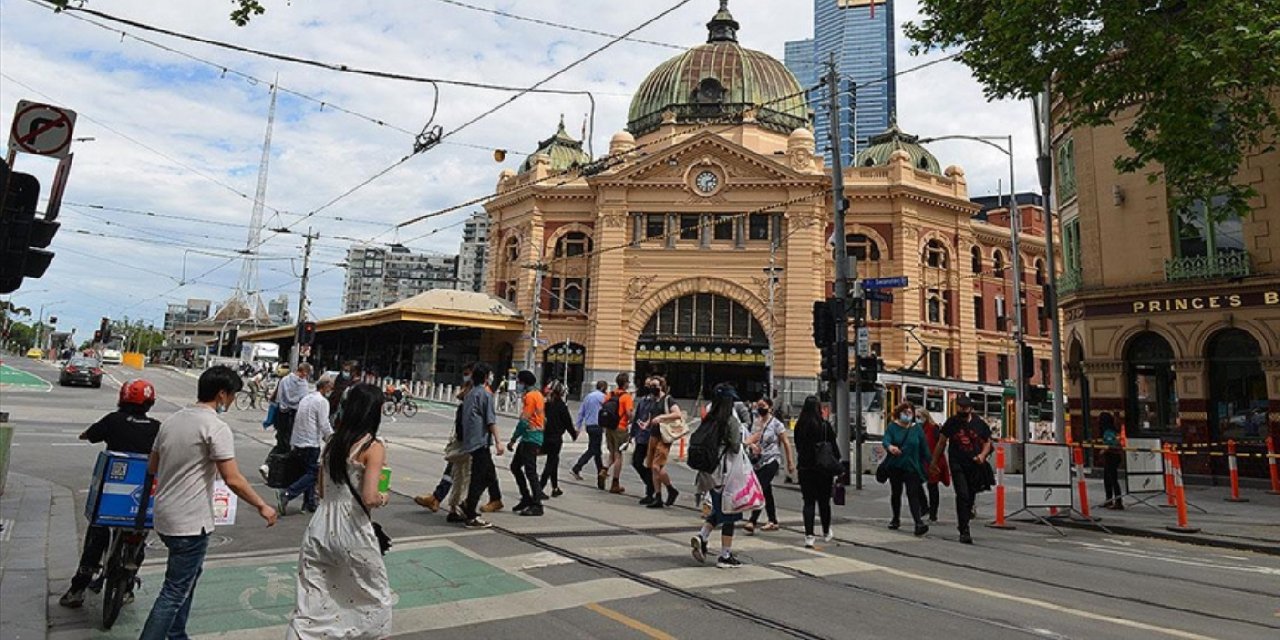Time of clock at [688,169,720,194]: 2:29
